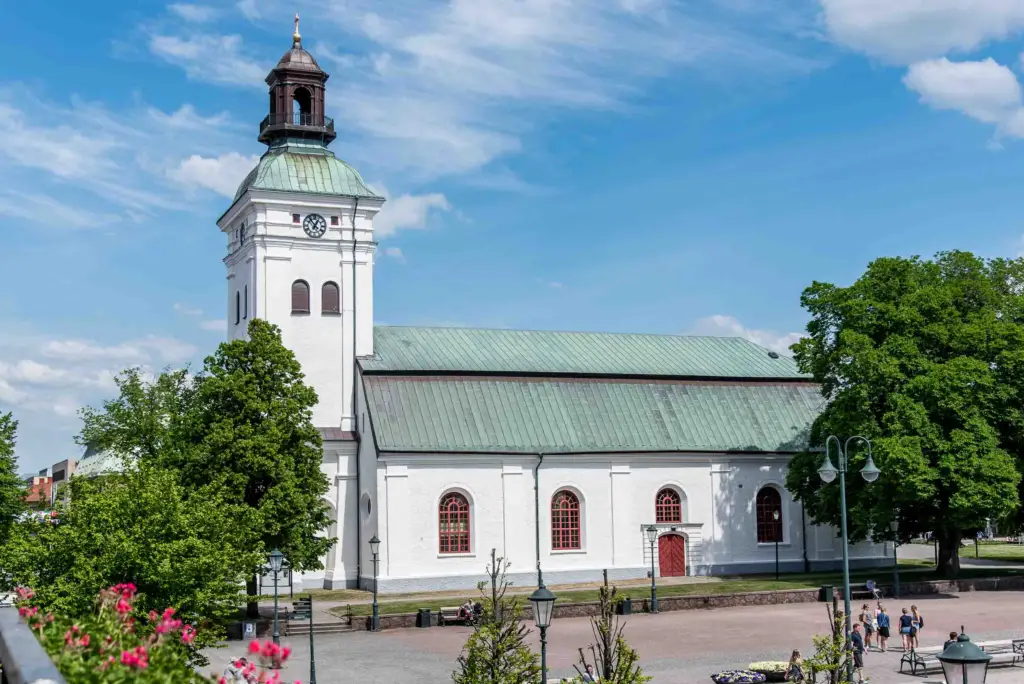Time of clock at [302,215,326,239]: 12:53
